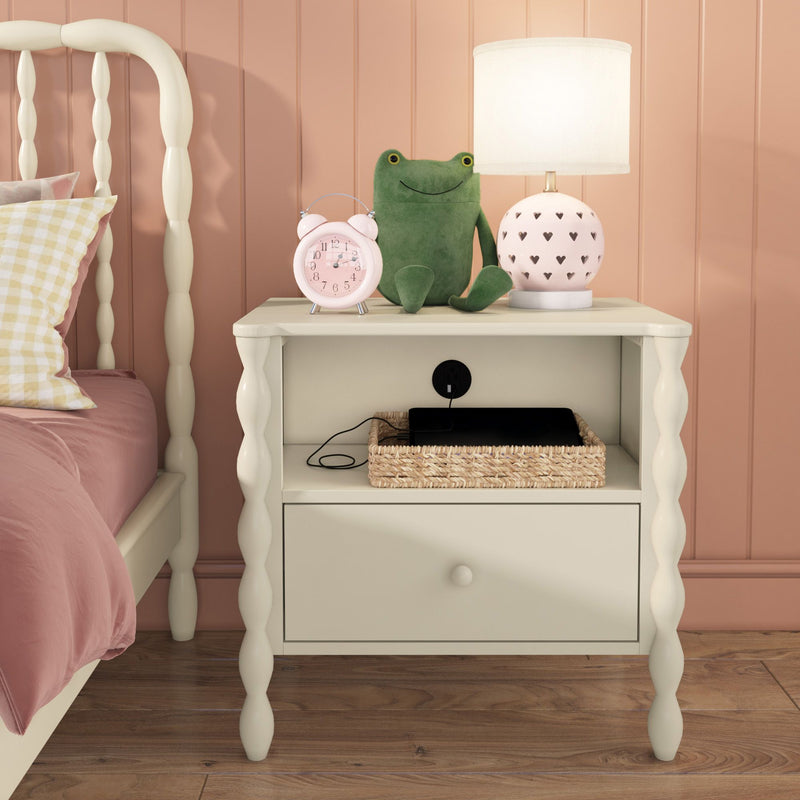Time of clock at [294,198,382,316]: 1:12
